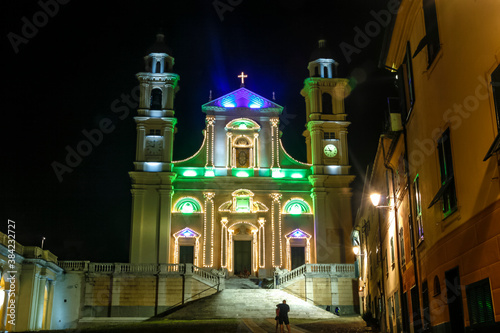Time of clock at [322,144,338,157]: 10:45
